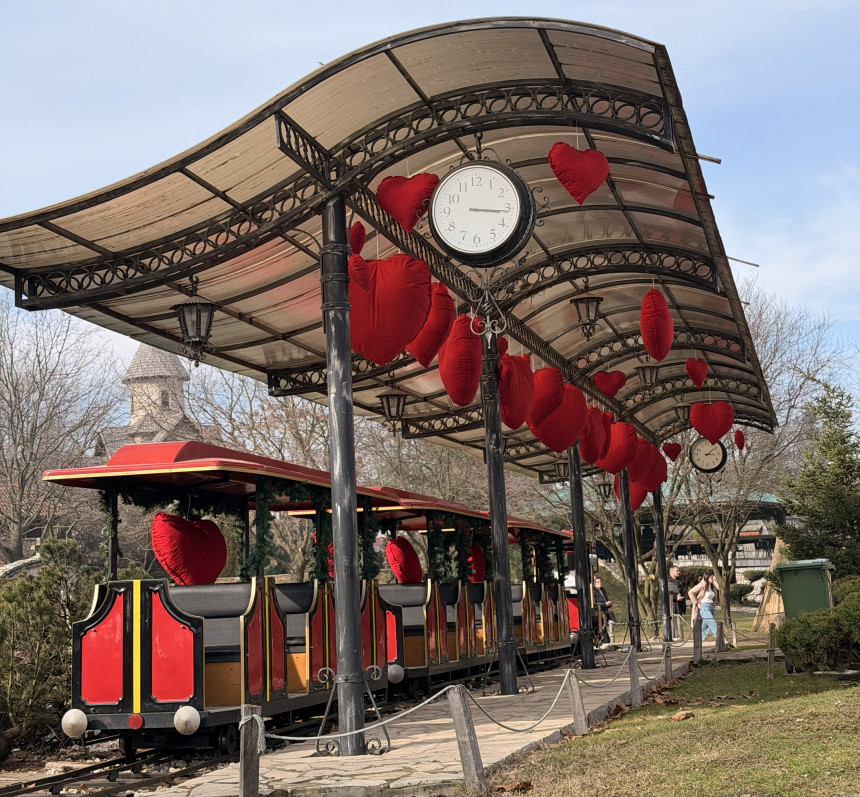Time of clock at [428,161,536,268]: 3:16
